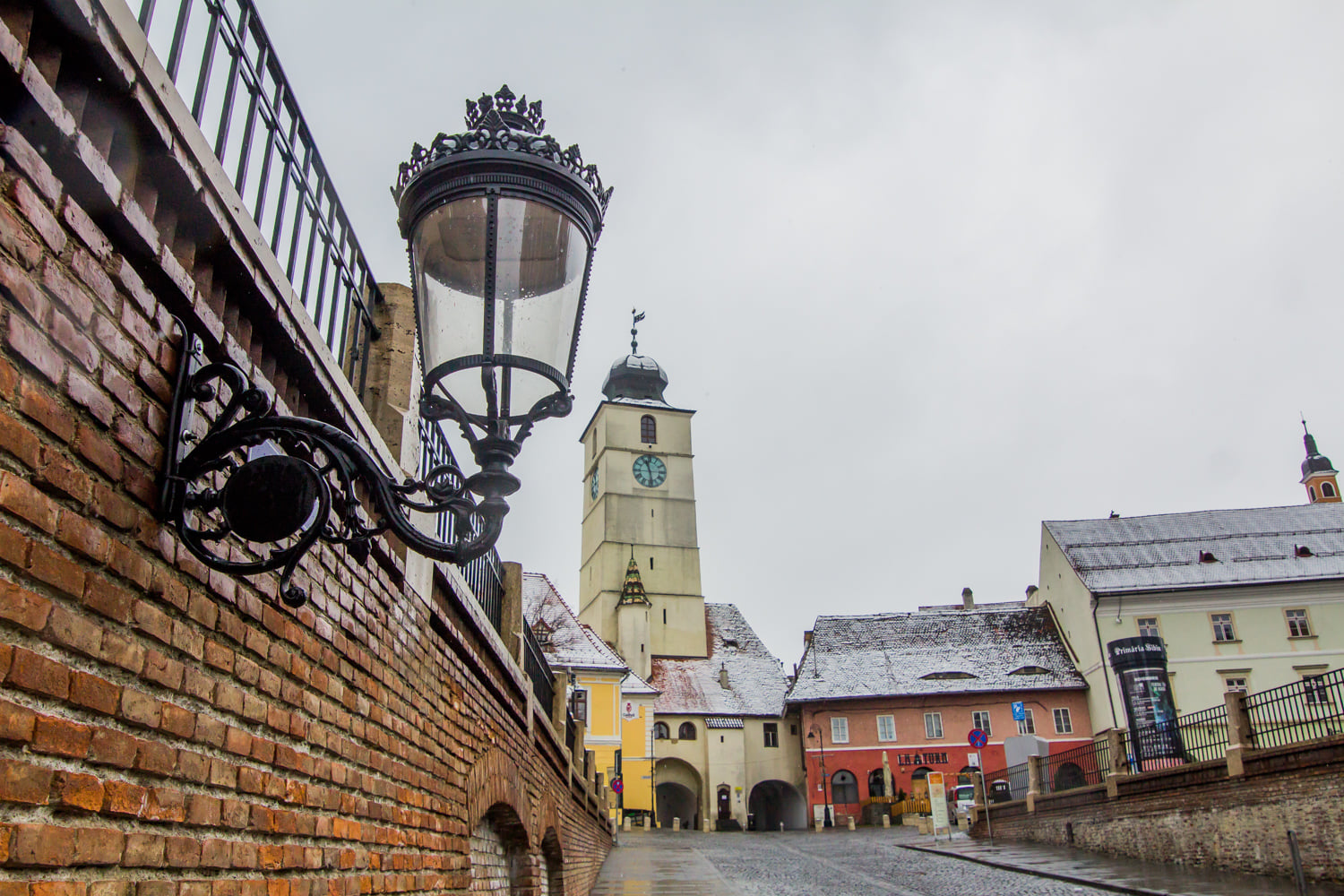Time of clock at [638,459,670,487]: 11:28
